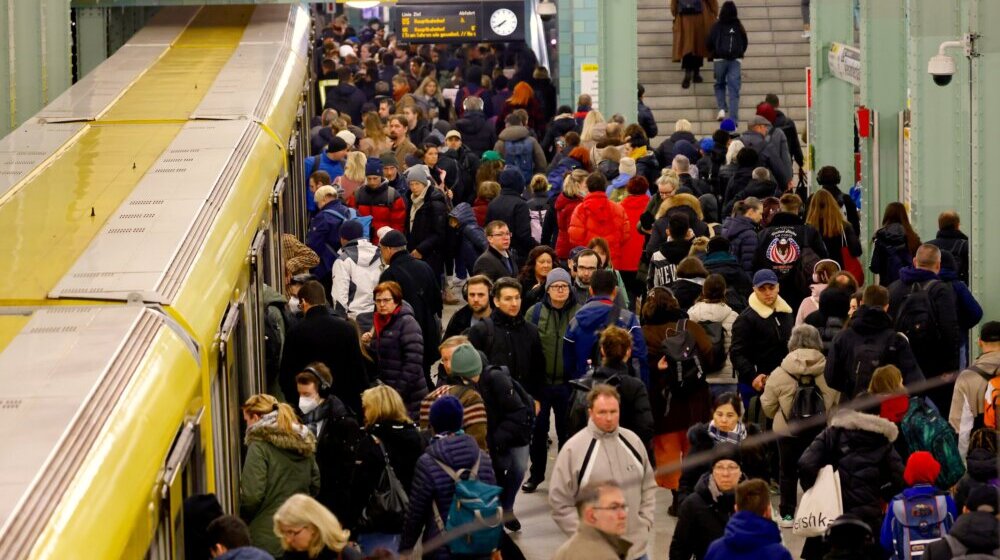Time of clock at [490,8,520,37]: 7:39
